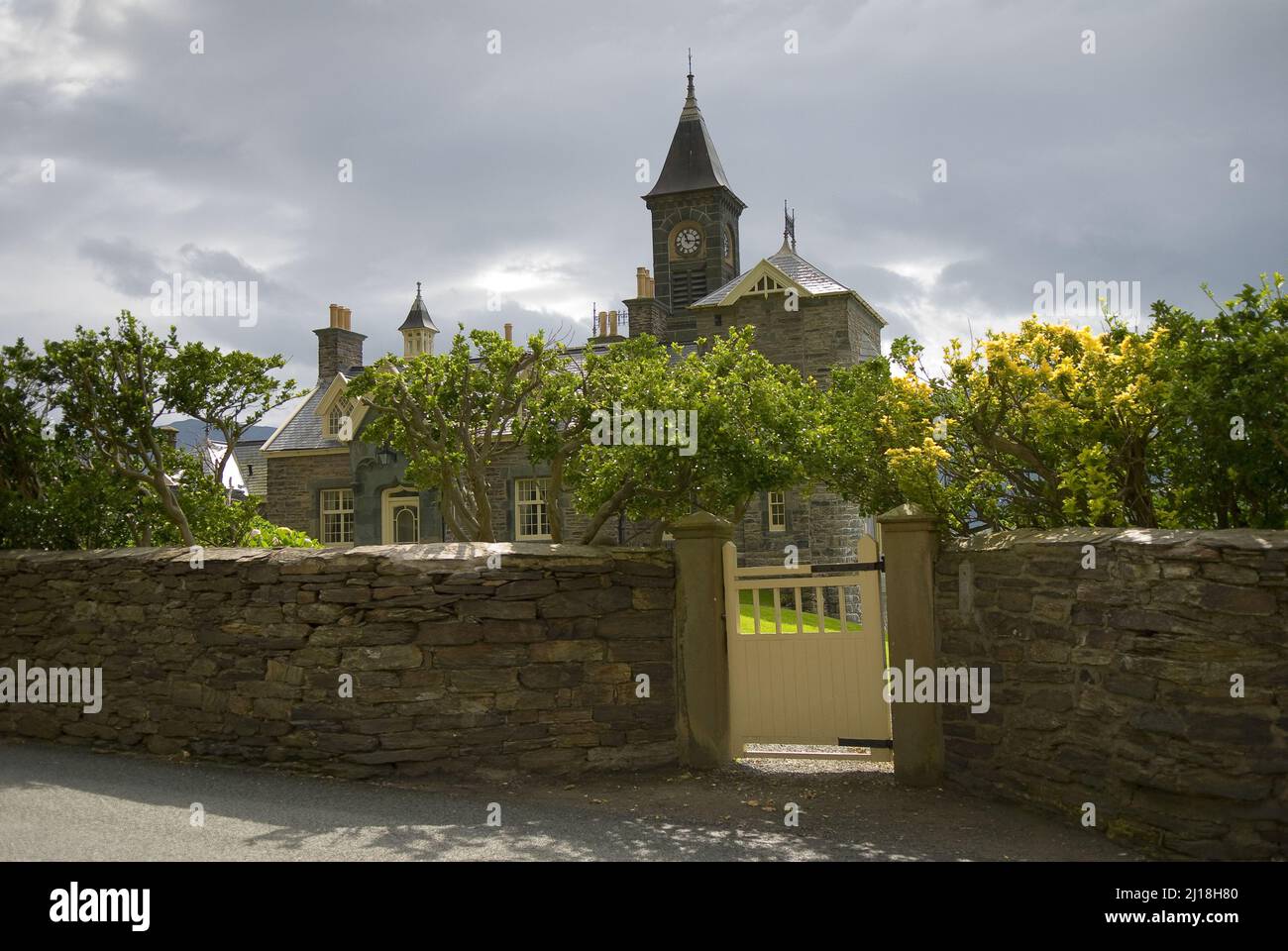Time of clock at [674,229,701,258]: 11:15
